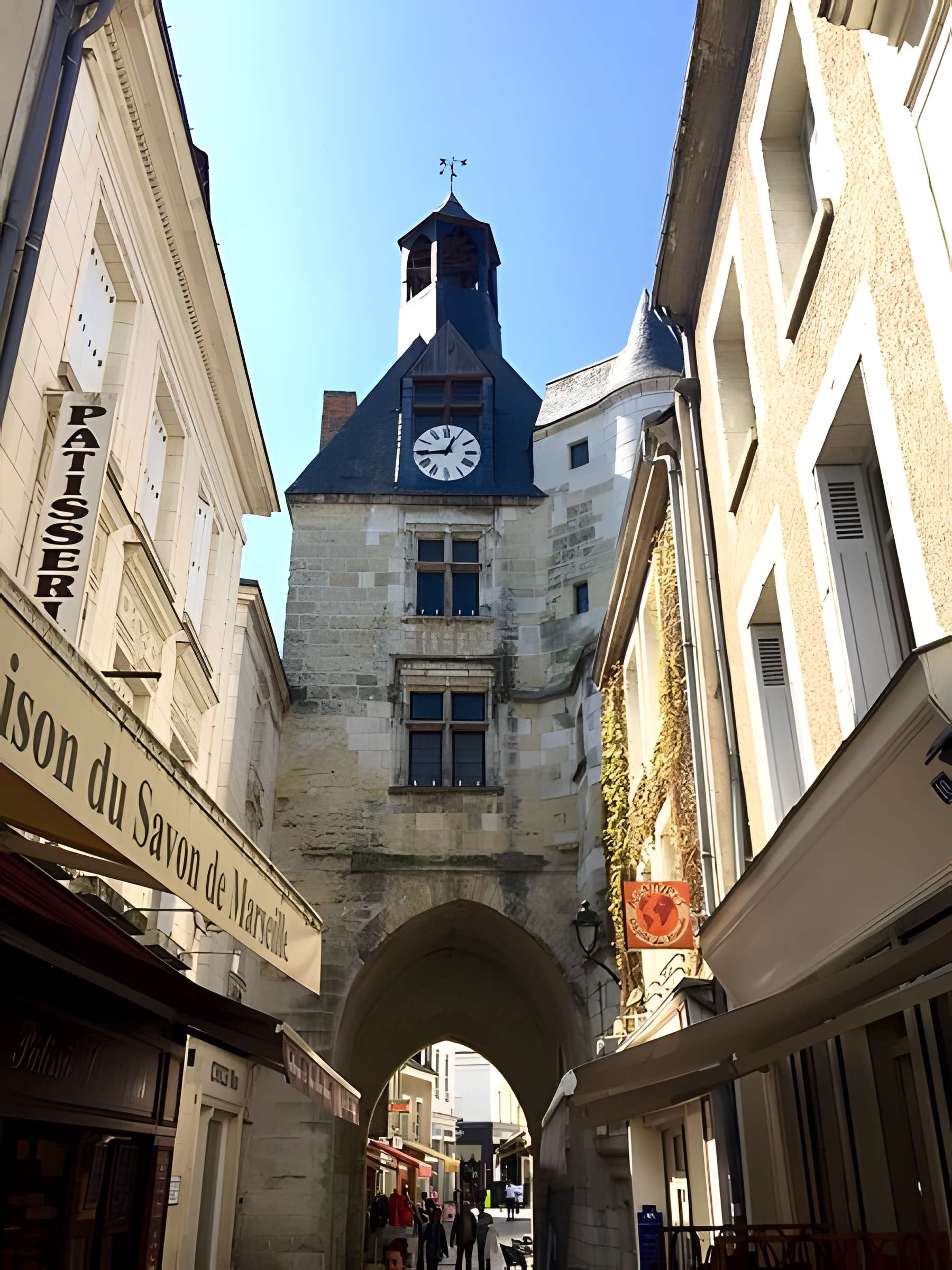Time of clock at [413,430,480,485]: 12:44
